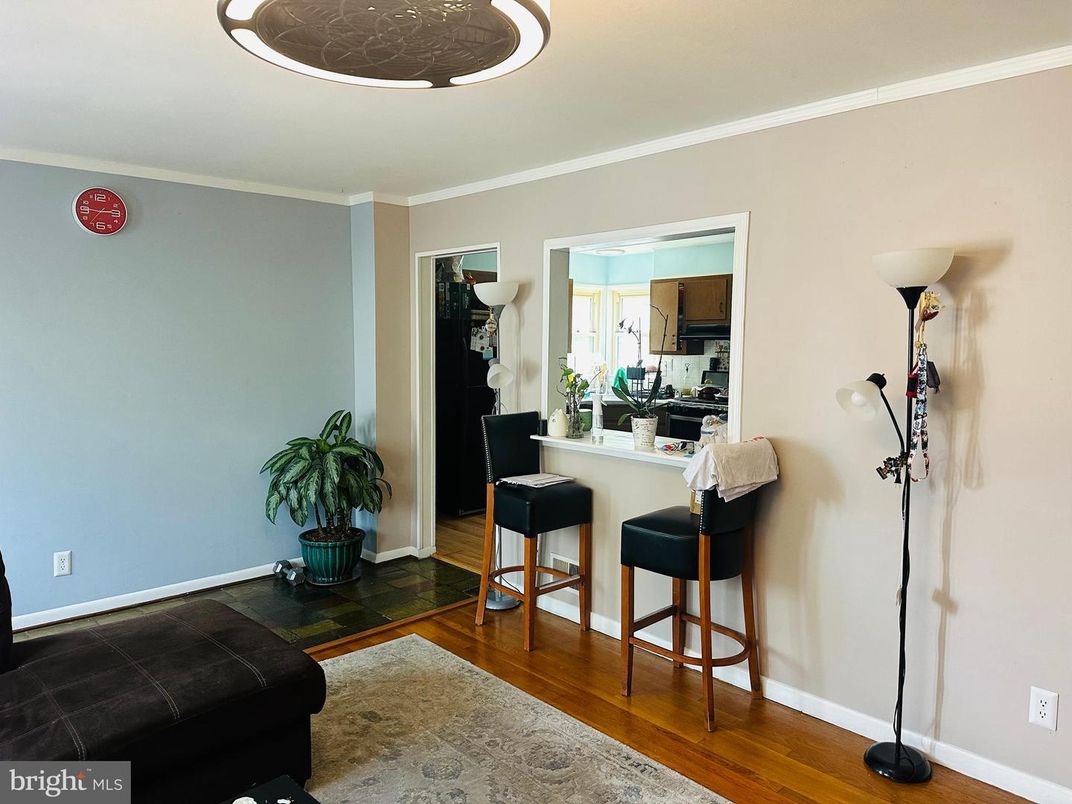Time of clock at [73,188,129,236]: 2:45
